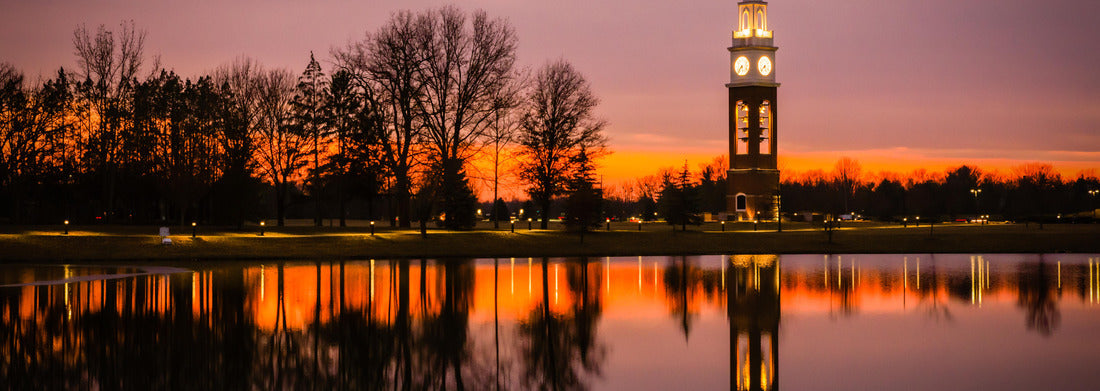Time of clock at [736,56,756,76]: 7:36
